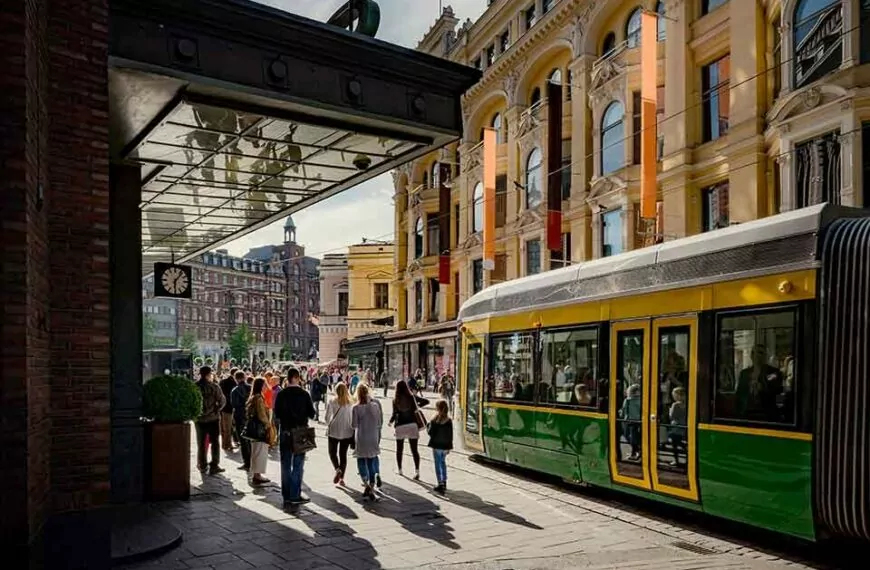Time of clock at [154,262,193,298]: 6:06
